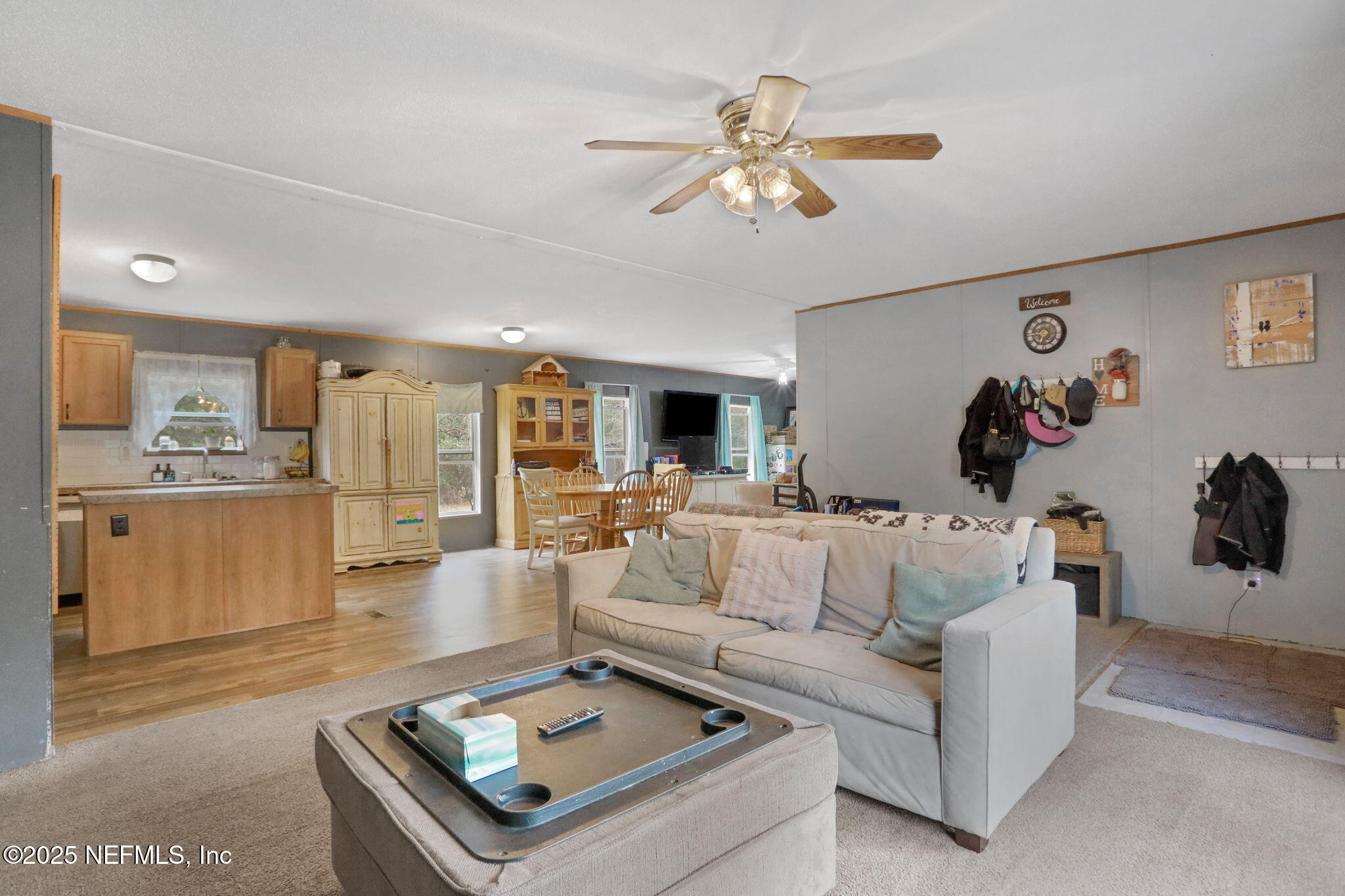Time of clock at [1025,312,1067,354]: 6:44
